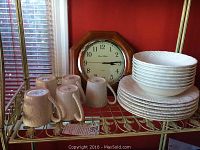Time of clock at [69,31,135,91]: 3:14
